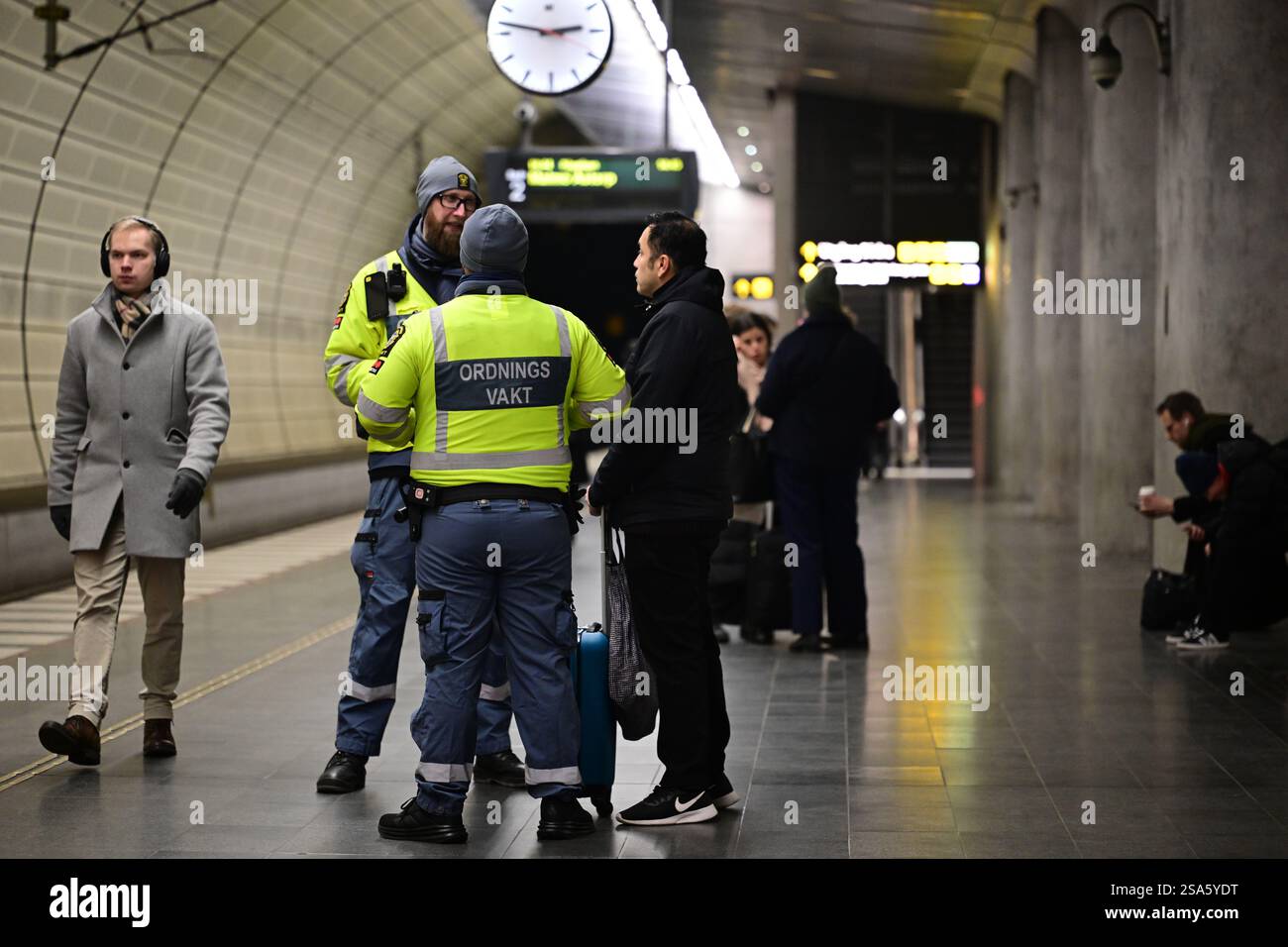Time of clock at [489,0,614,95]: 2:46
